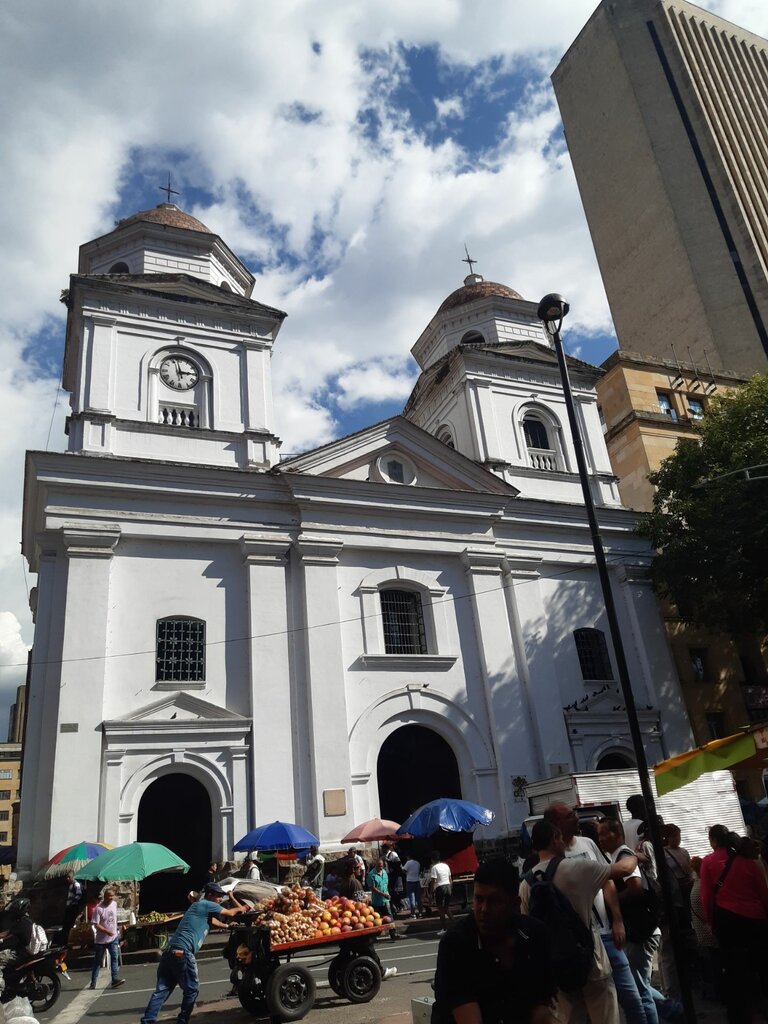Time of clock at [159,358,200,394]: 2:58
